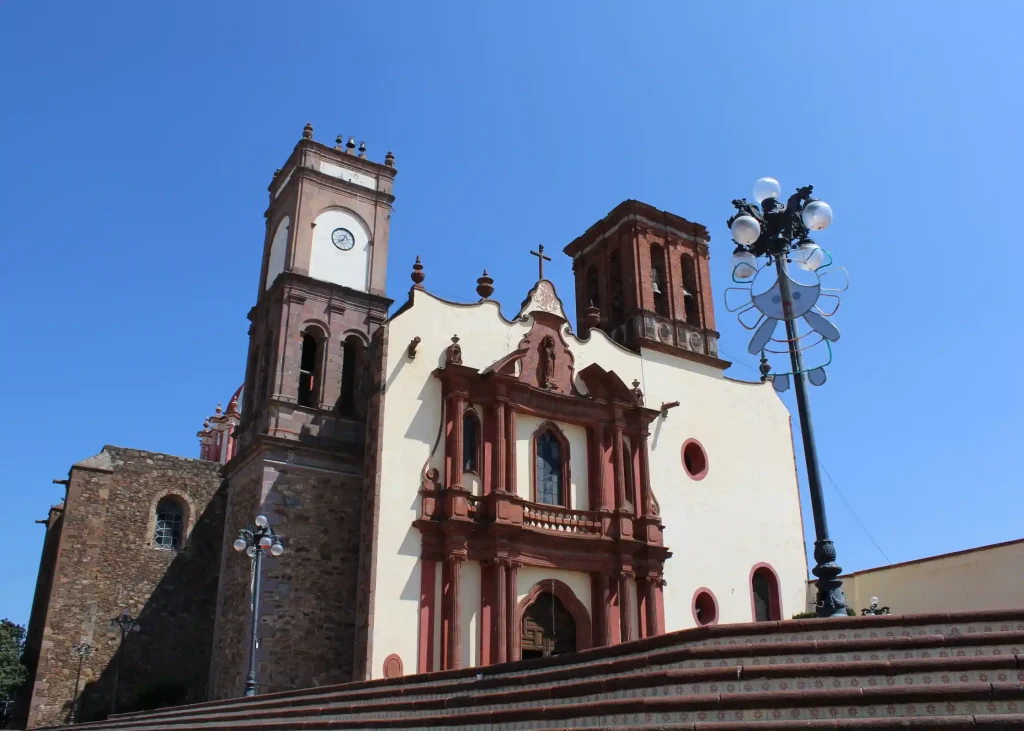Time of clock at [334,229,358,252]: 8:06
